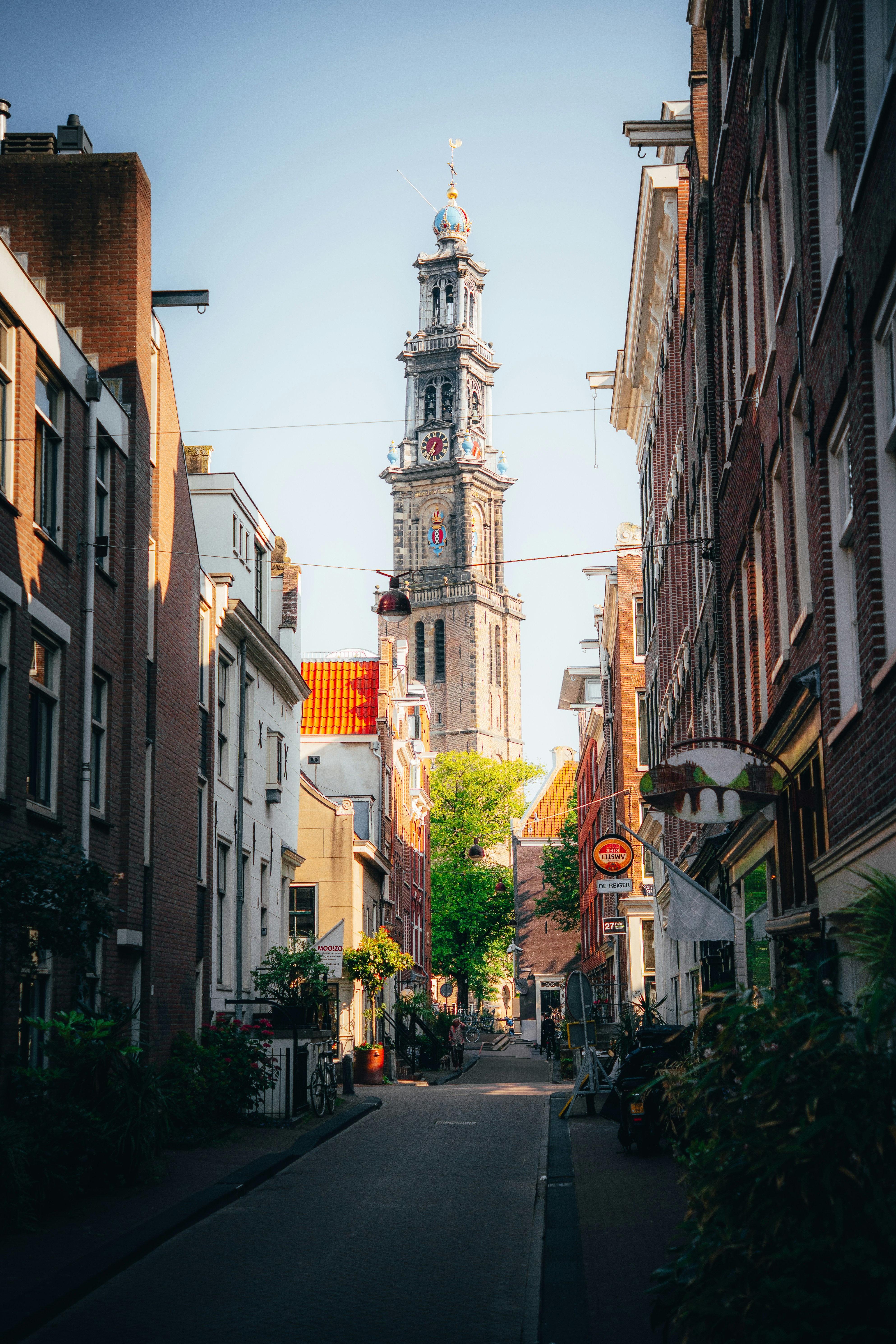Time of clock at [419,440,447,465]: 6:35
